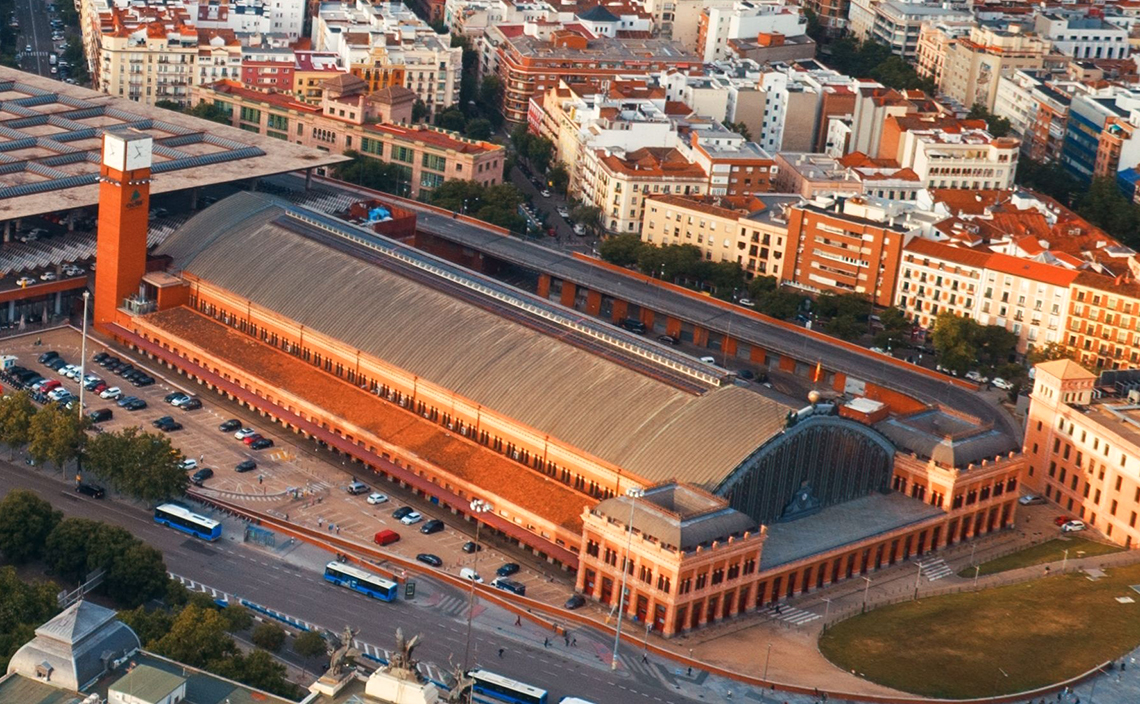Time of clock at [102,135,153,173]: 7:55
